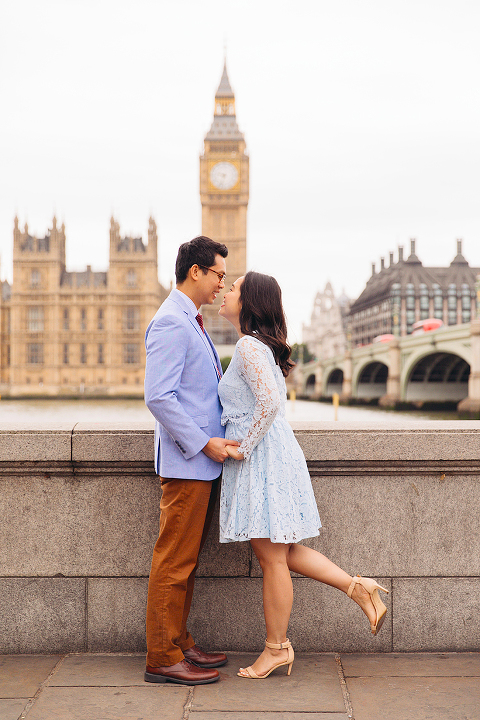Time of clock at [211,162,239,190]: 9:33
